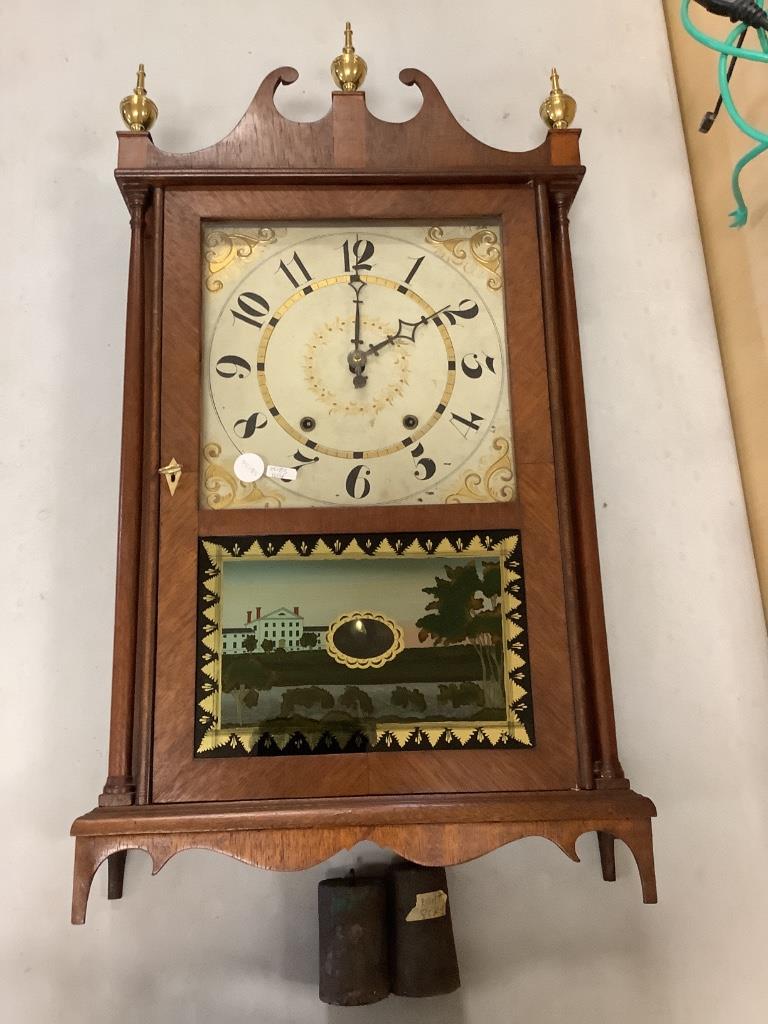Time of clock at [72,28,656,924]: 2:00
